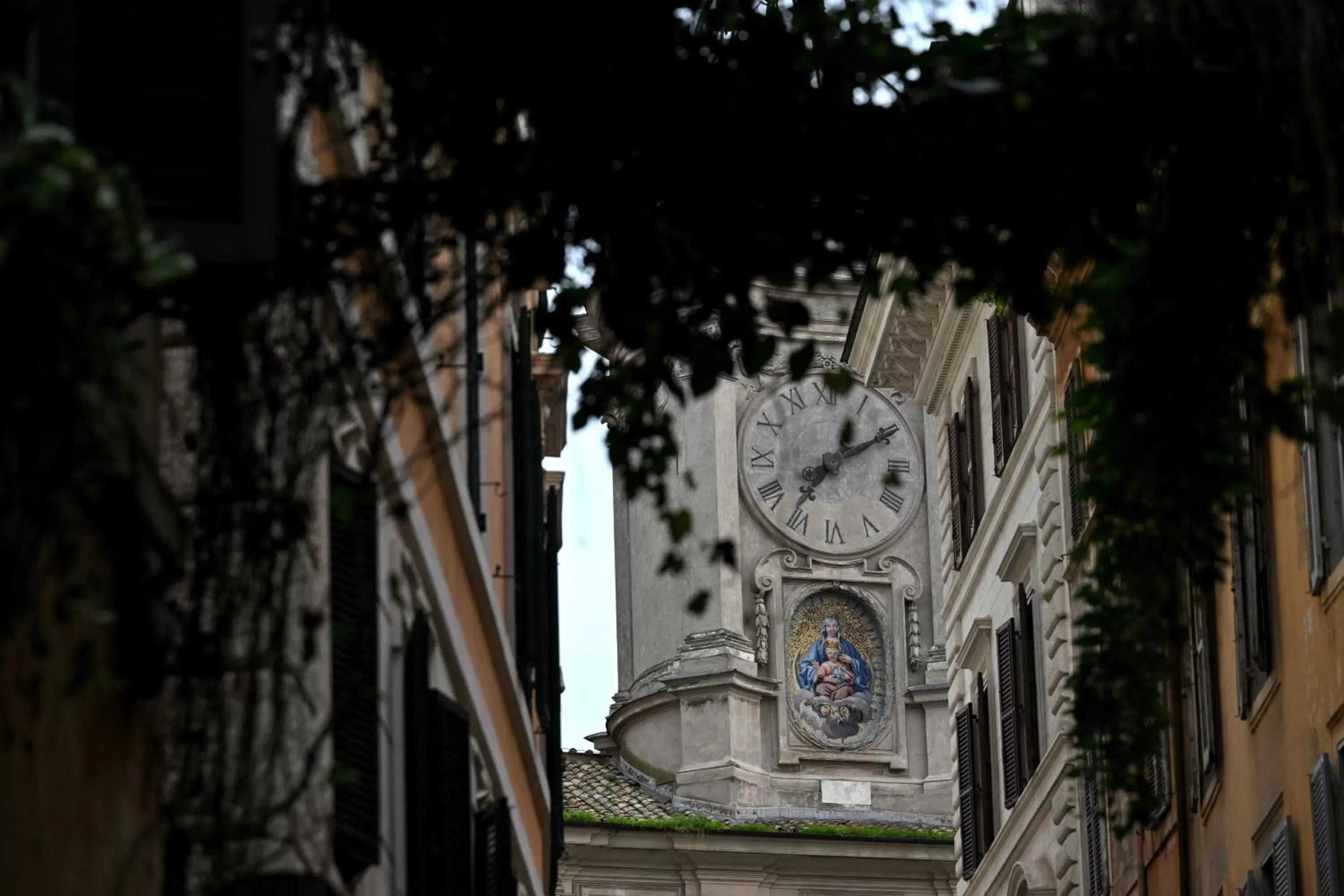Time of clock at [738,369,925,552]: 7:10
